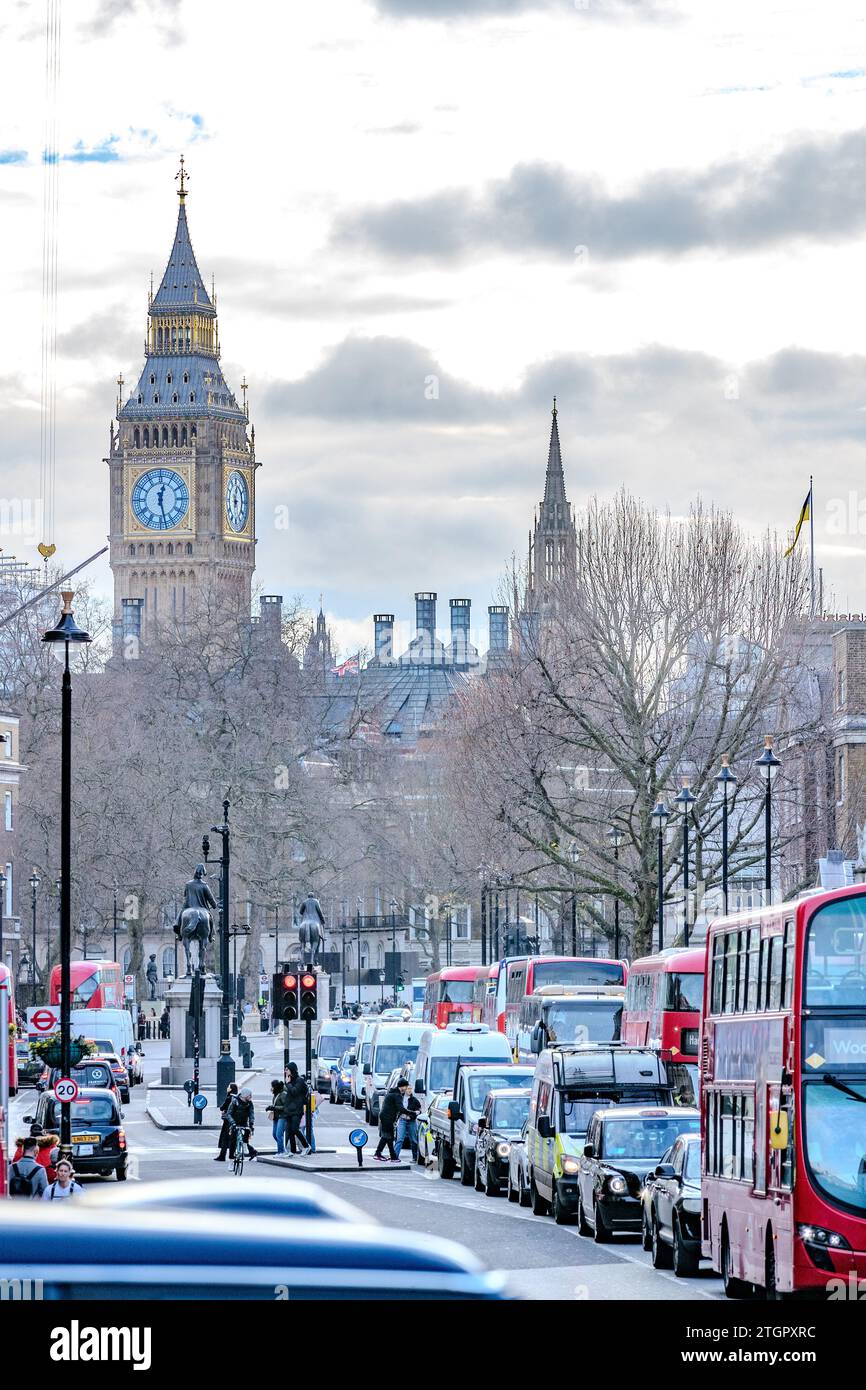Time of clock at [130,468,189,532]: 12:27
